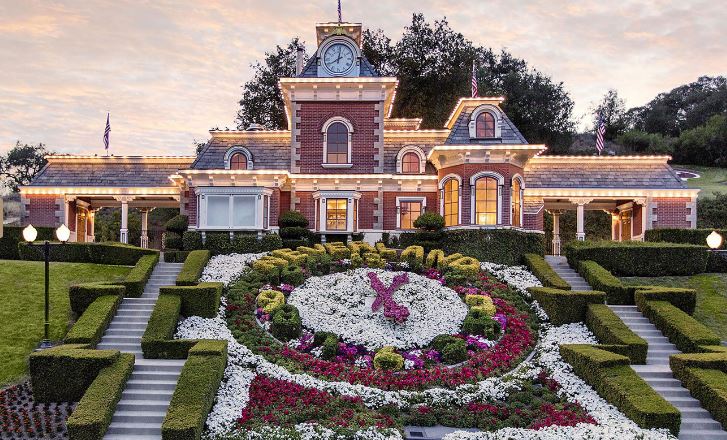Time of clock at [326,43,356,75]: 8:01
